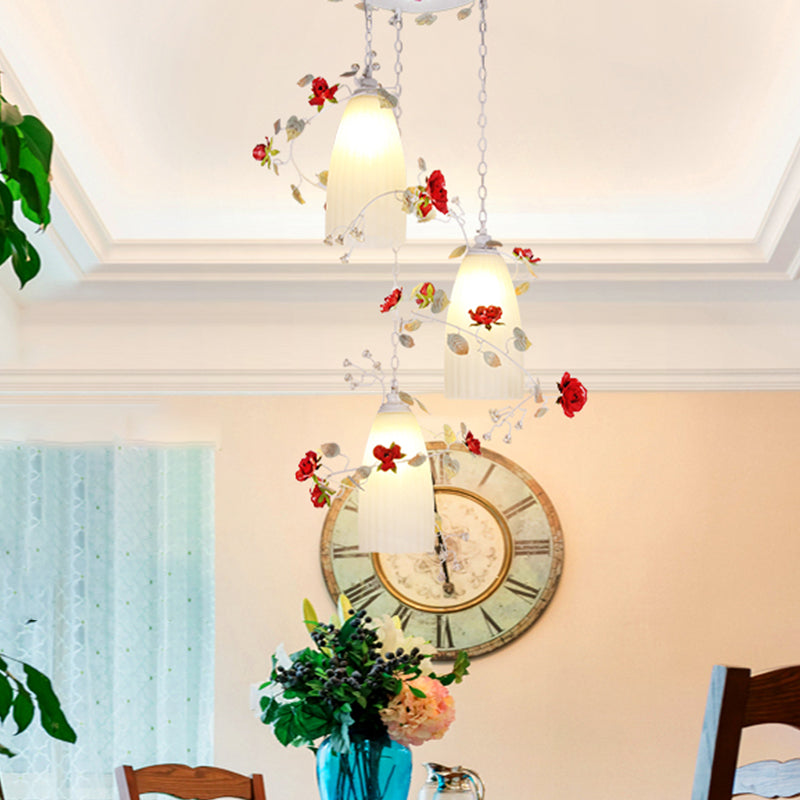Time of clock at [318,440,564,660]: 5:59
